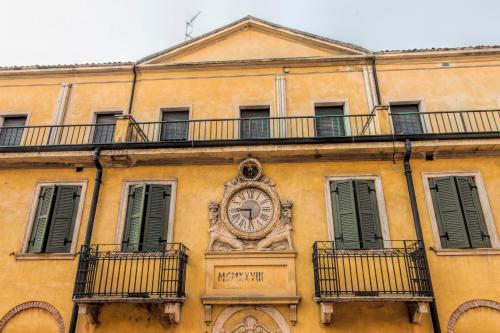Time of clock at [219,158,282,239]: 5:44
